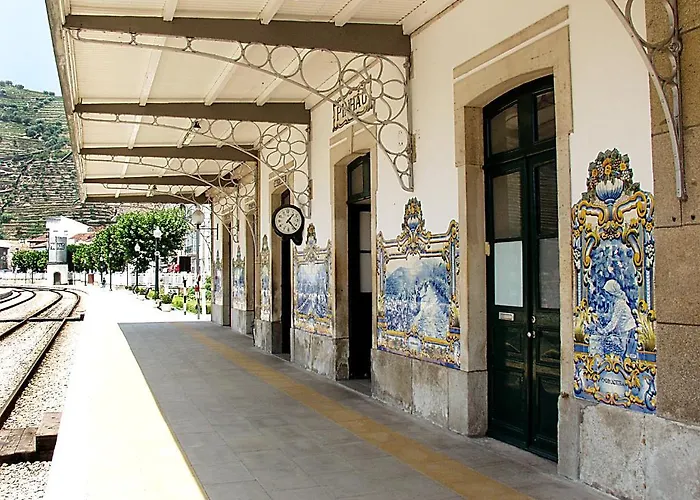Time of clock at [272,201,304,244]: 1:23
